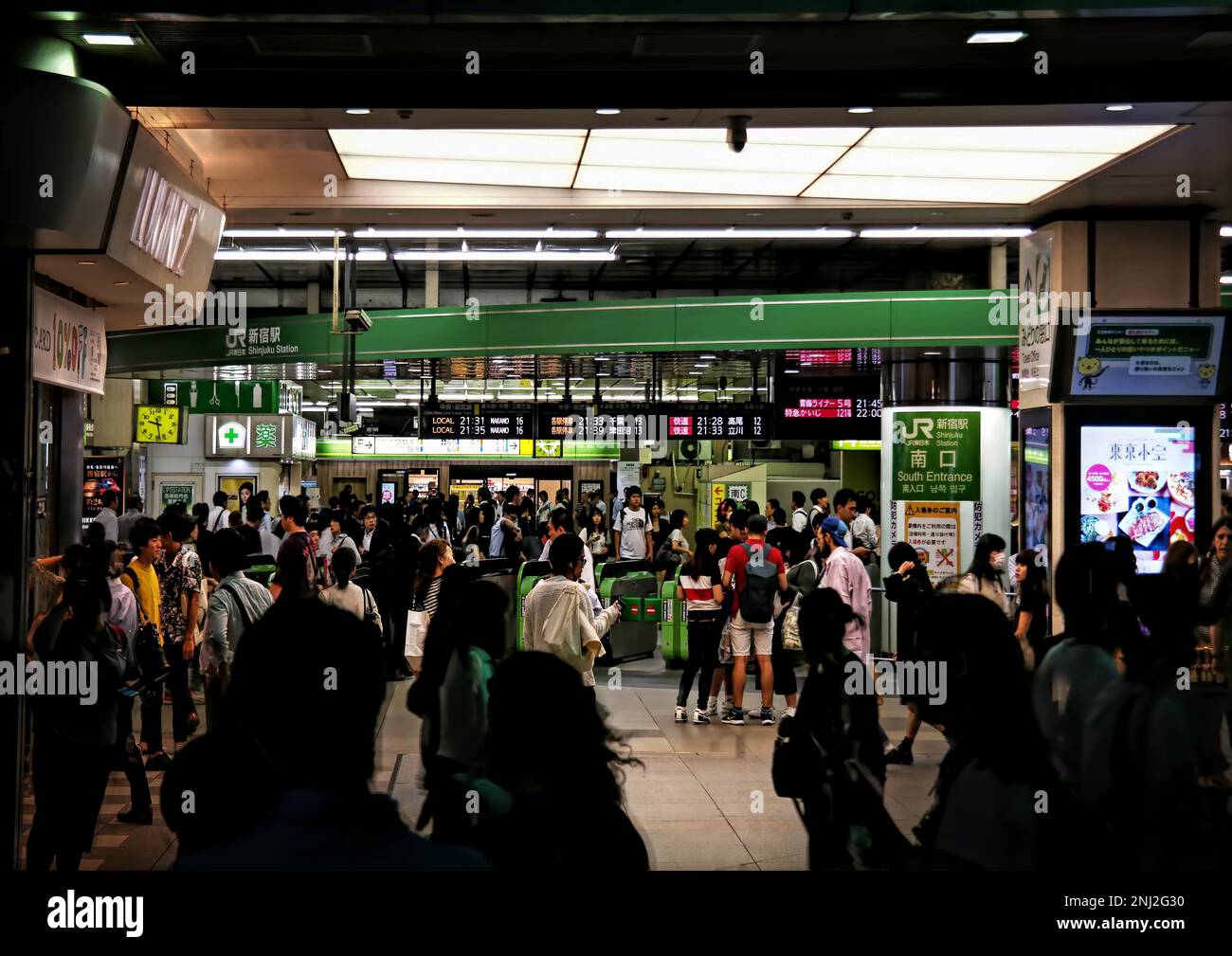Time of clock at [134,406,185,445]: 9:28
